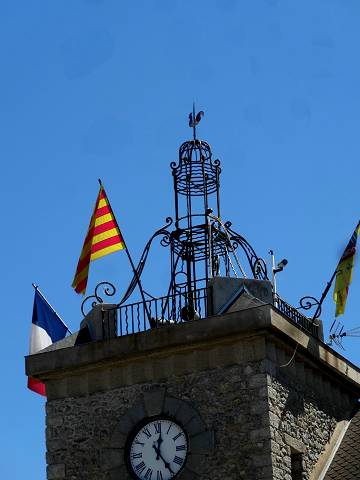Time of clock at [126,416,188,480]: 12:24
